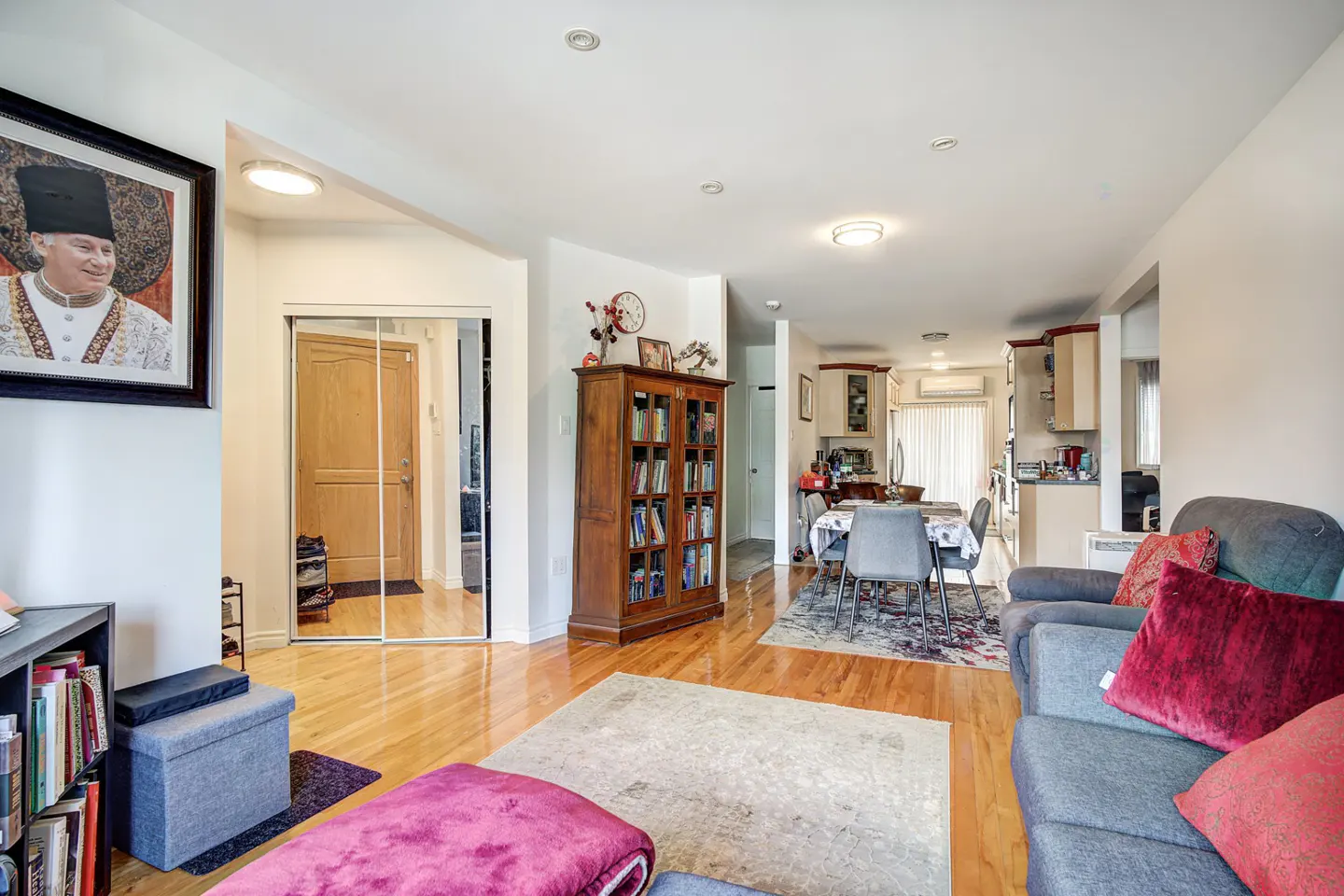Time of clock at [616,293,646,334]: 10:22
